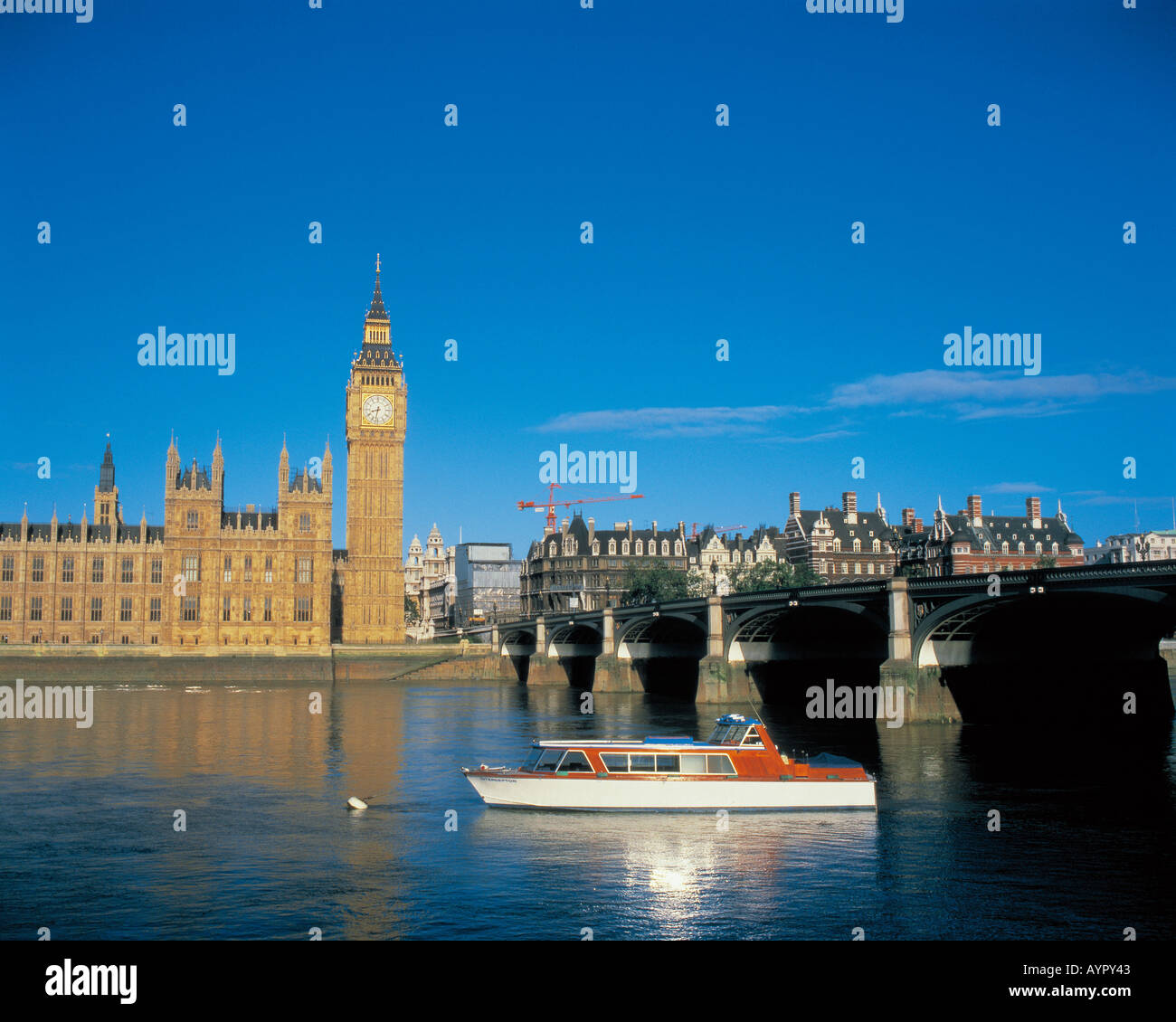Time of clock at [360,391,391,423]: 8:32
